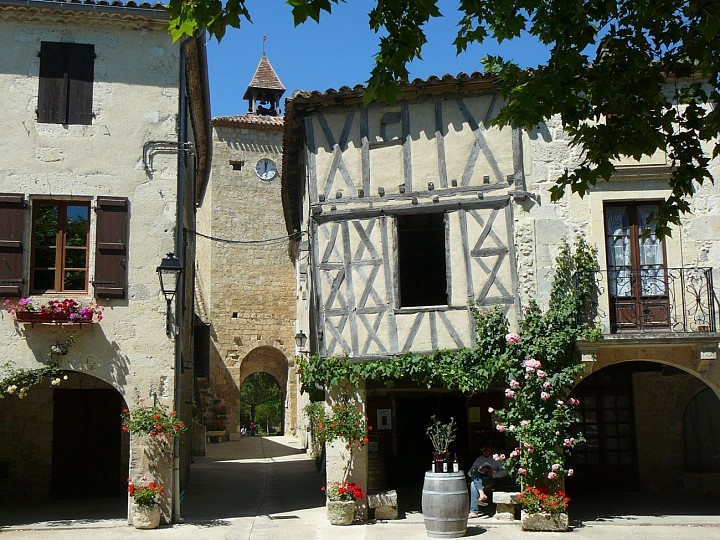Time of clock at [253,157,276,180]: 12:02
